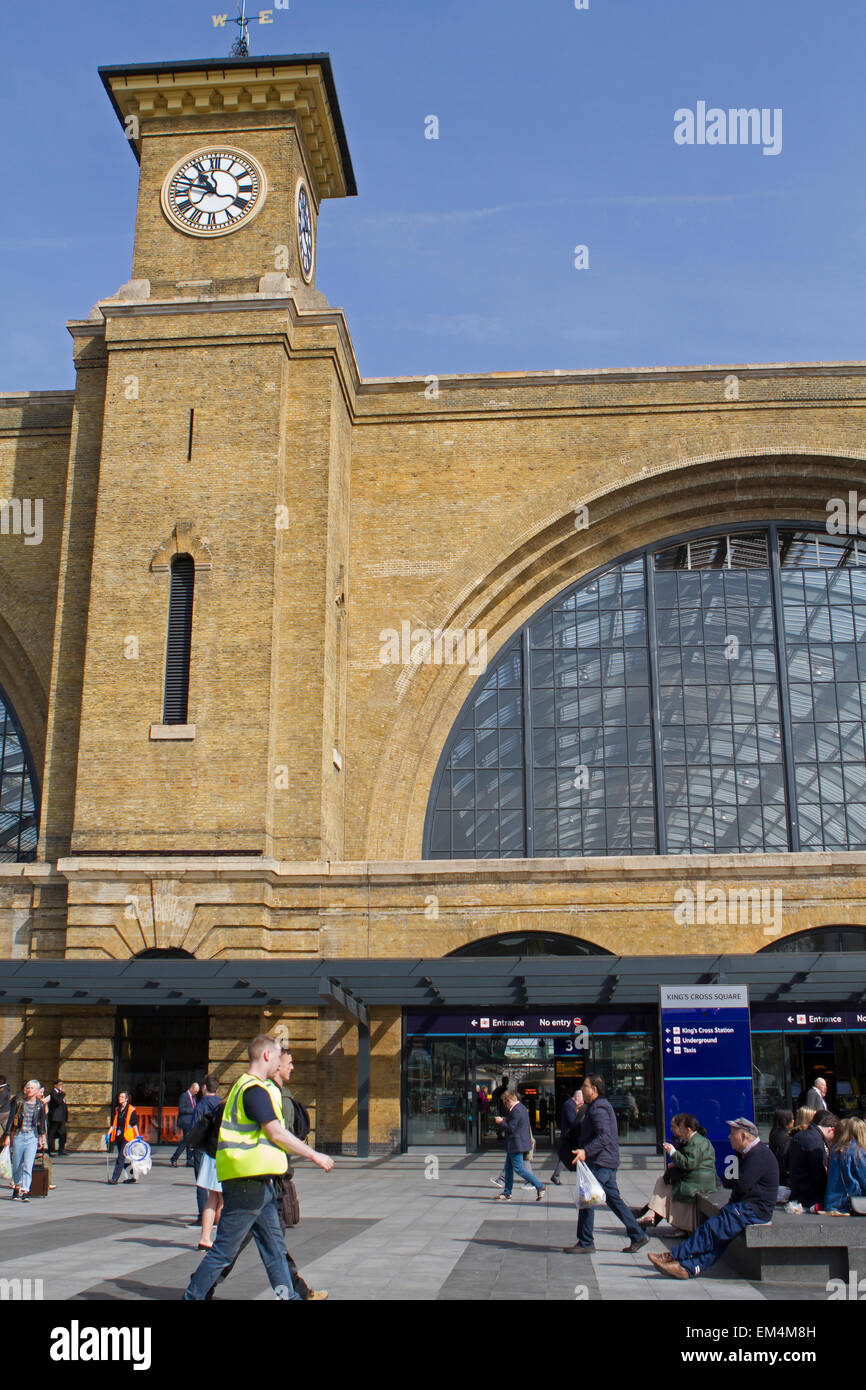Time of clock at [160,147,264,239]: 10:47
